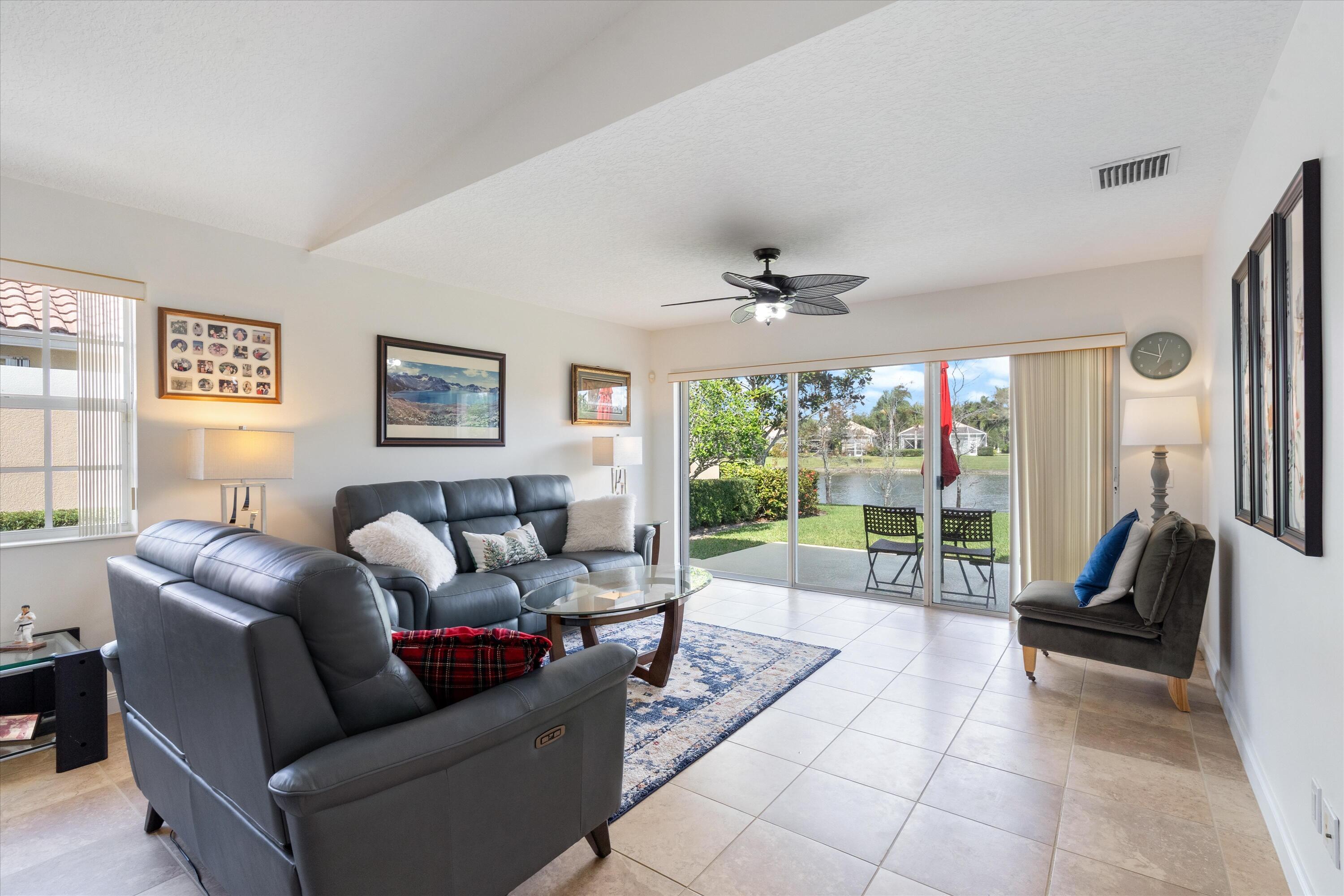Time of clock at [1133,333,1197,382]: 11:48
